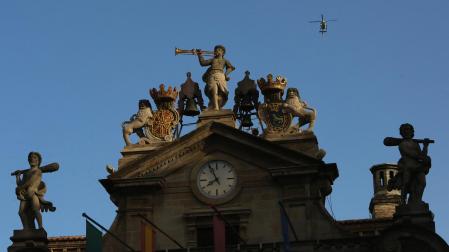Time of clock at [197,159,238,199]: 7:55
